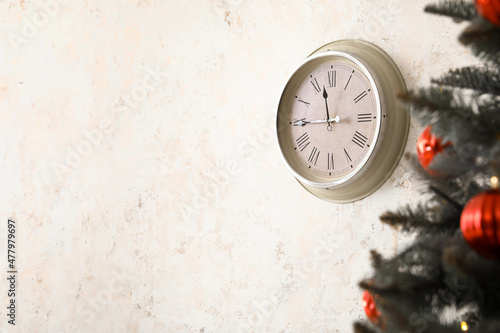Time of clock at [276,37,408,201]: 11:44
